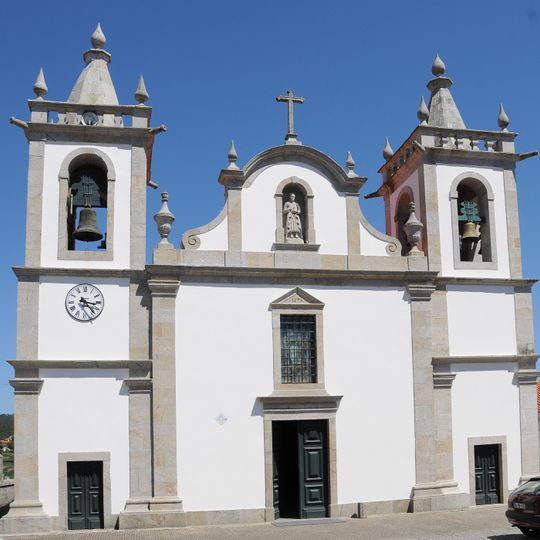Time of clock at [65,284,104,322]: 3:23
